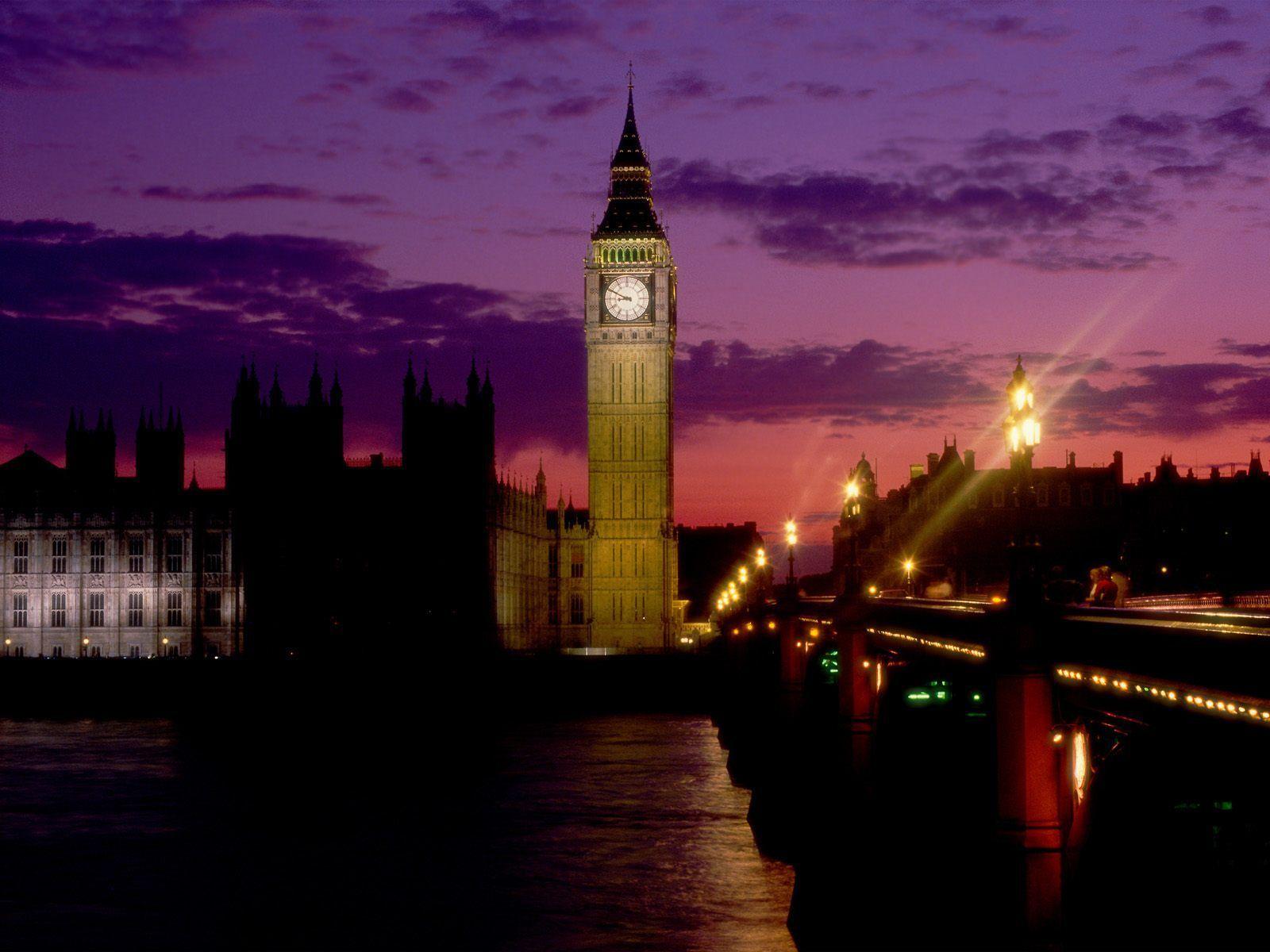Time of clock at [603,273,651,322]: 8:49
